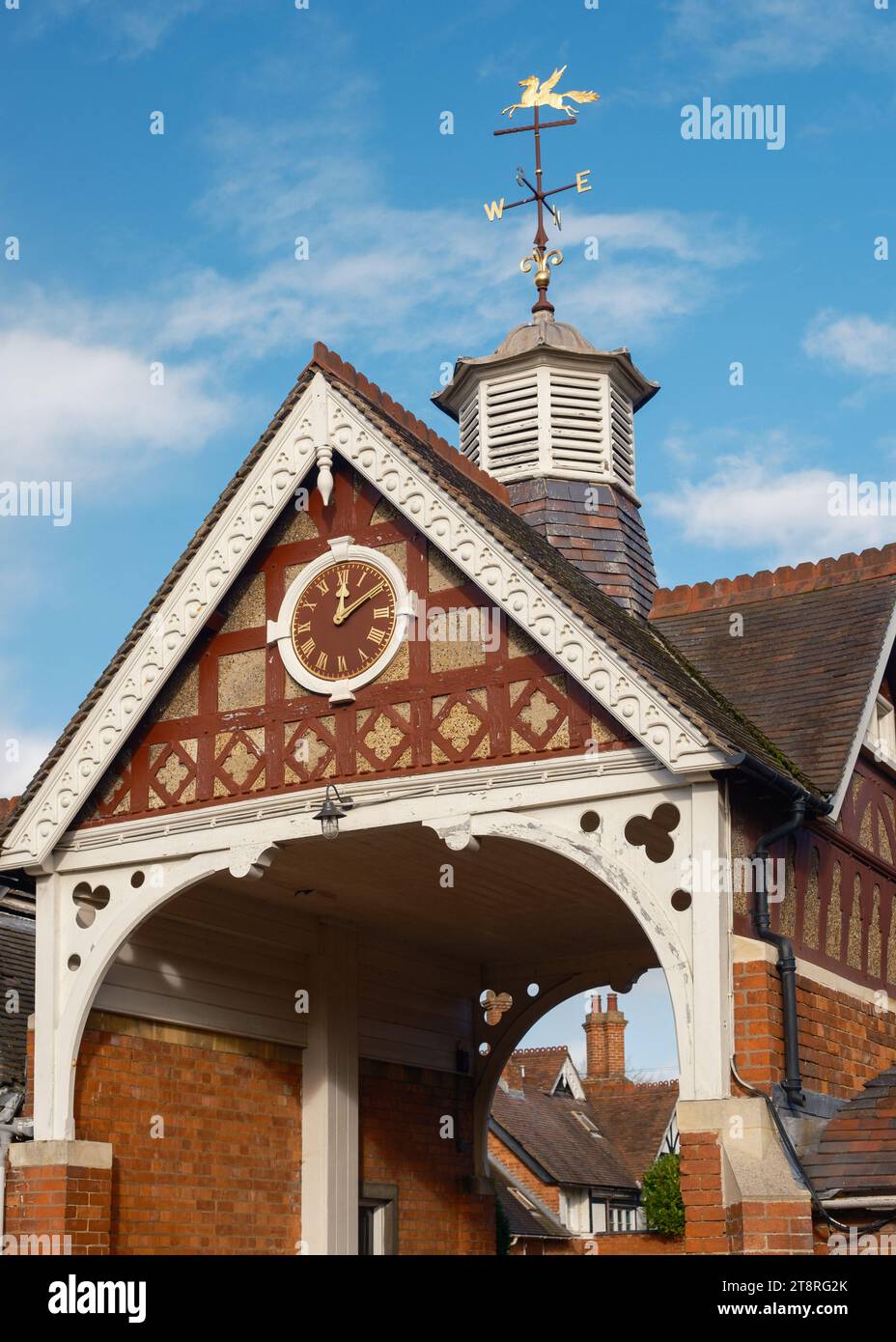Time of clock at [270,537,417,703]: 12:09
